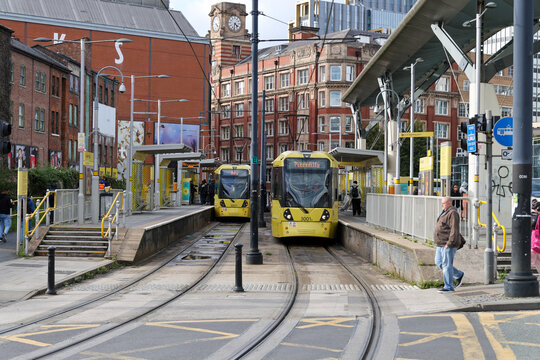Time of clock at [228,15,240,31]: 4:31
